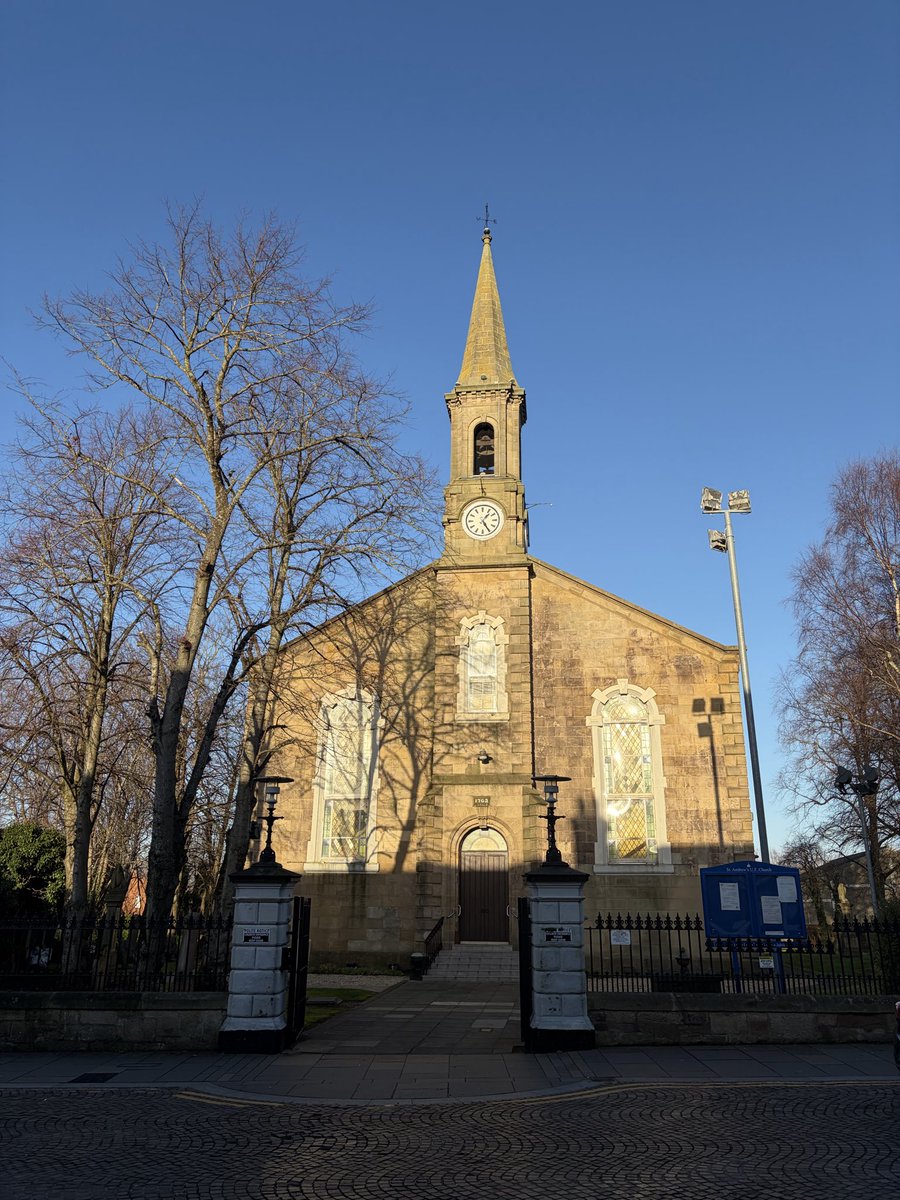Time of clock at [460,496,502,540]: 1:24
